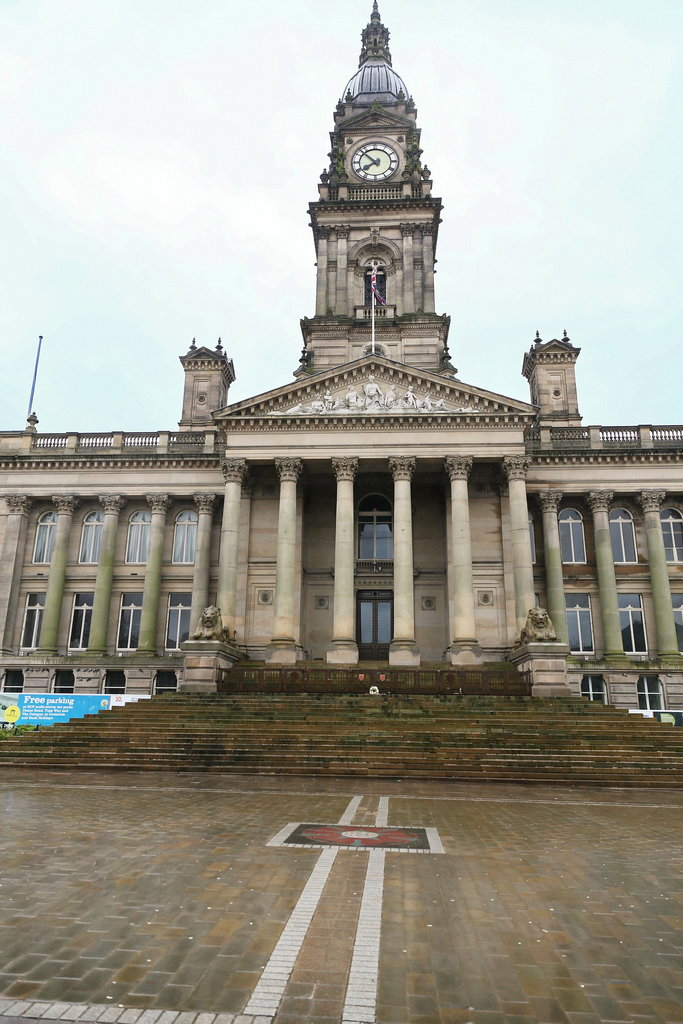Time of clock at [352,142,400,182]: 7:52
